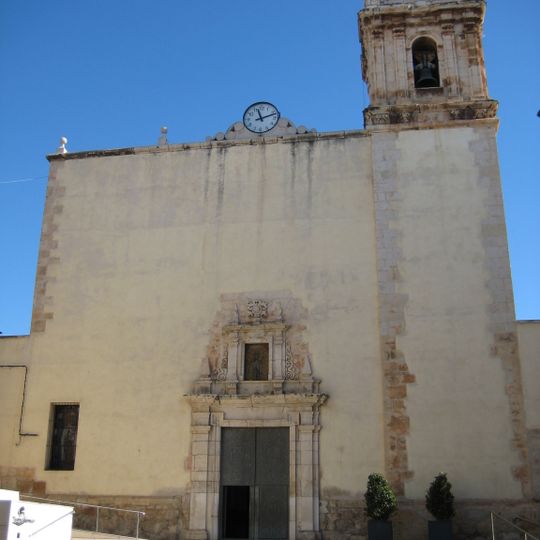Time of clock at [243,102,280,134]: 11:12
